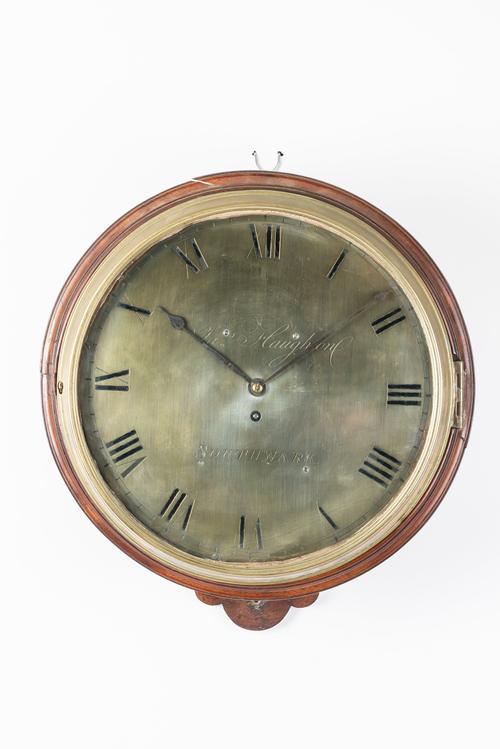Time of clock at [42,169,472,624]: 1:50
